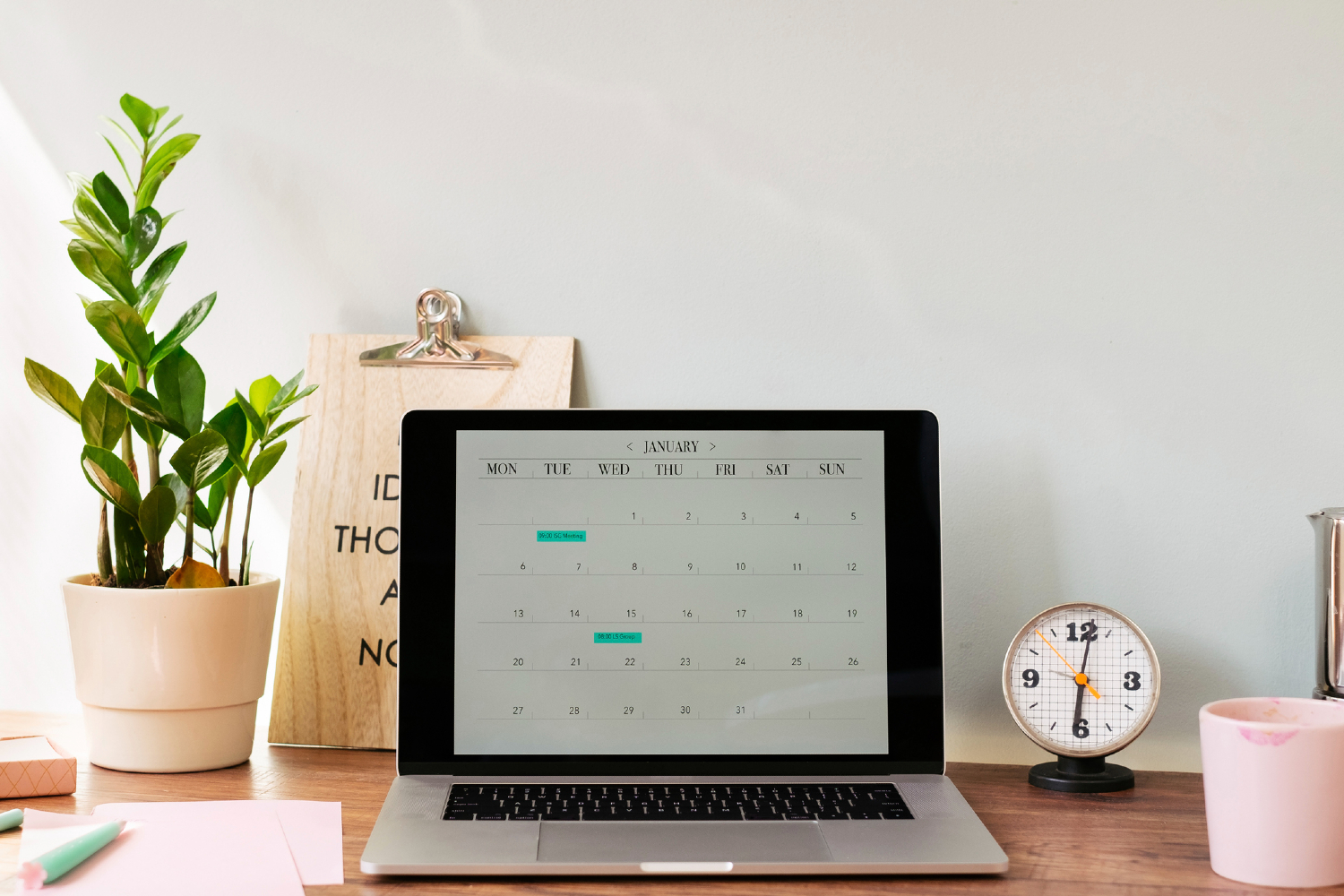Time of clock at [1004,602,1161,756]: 6:01
